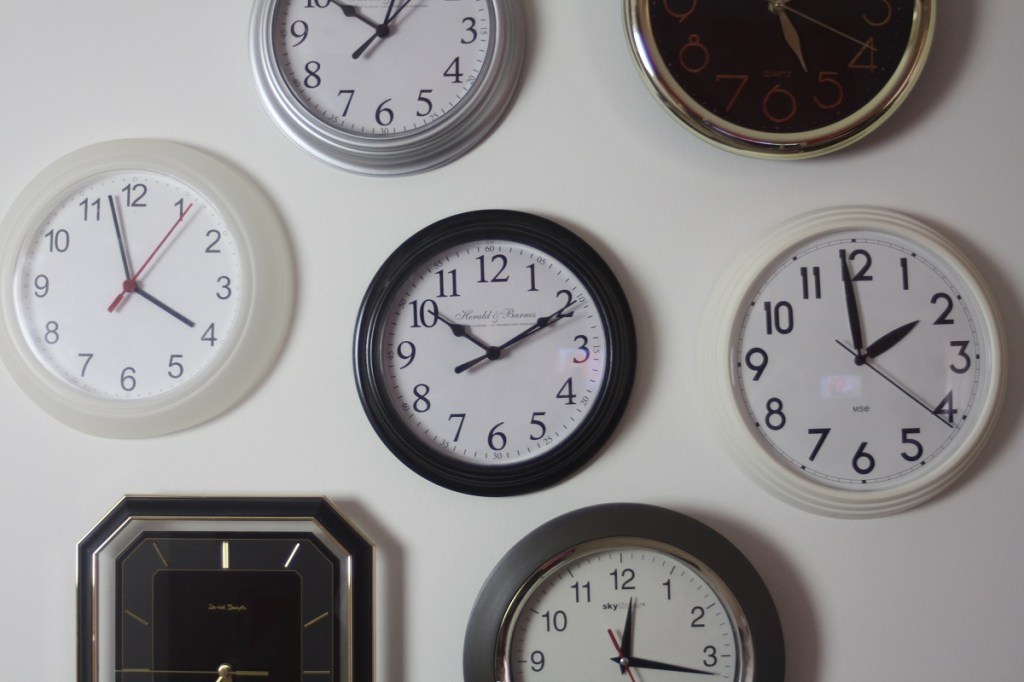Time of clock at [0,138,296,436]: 3:57
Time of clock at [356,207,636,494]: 10:10
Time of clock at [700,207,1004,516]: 1:59
